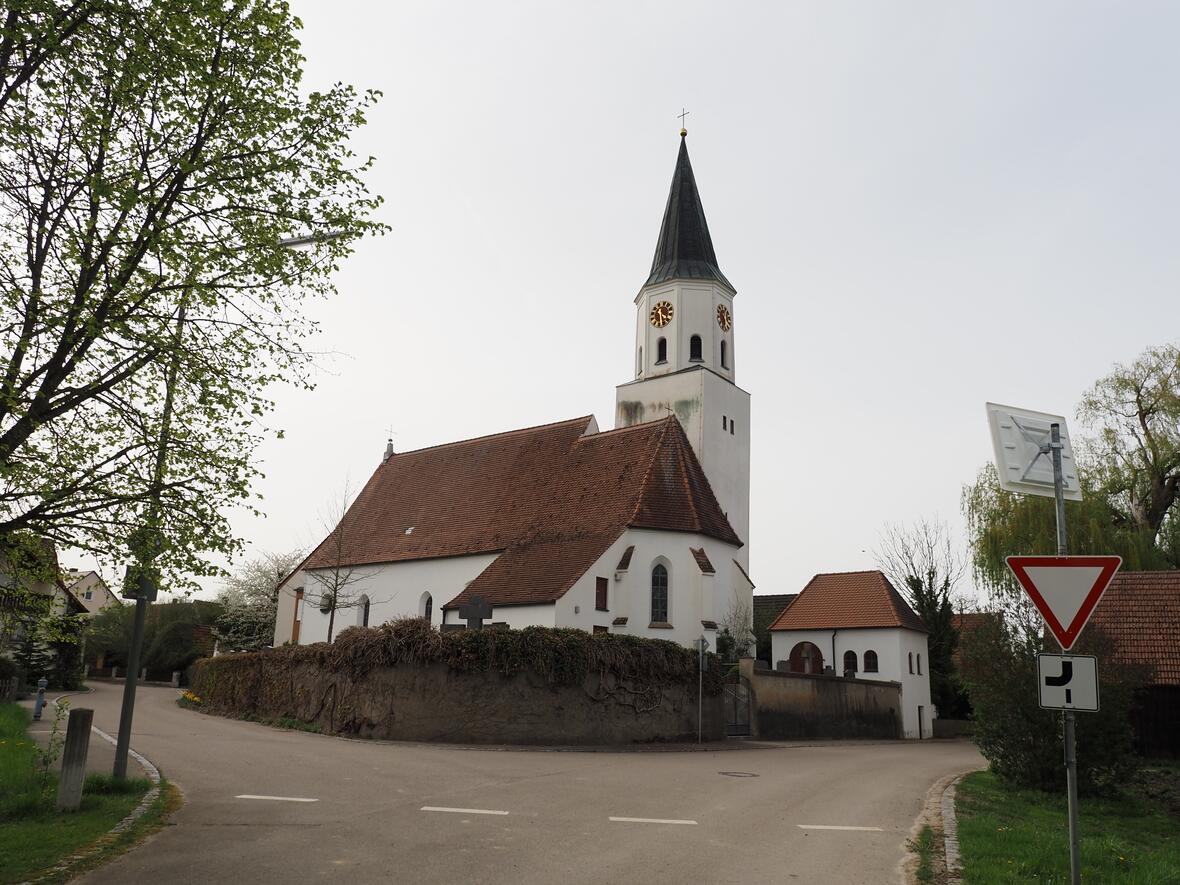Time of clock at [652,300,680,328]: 10:28
